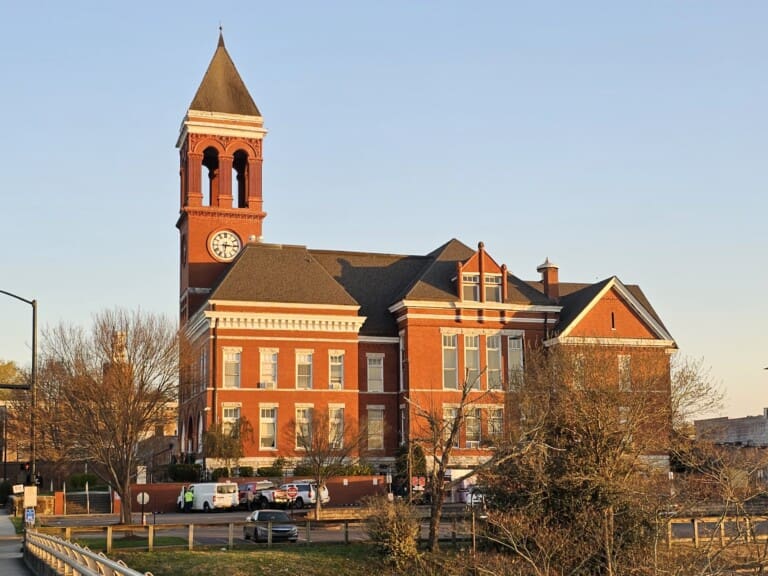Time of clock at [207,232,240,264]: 6:15
